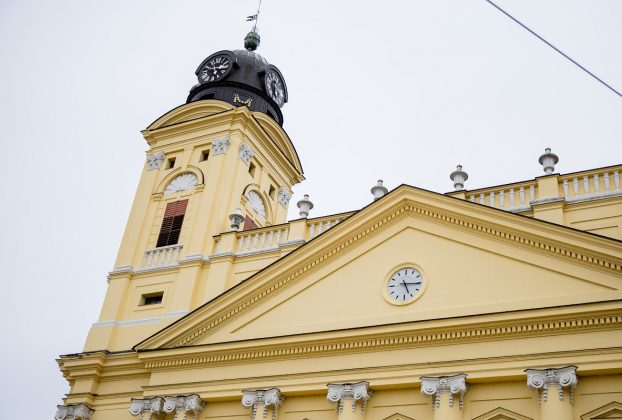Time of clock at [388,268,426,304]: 5:15
